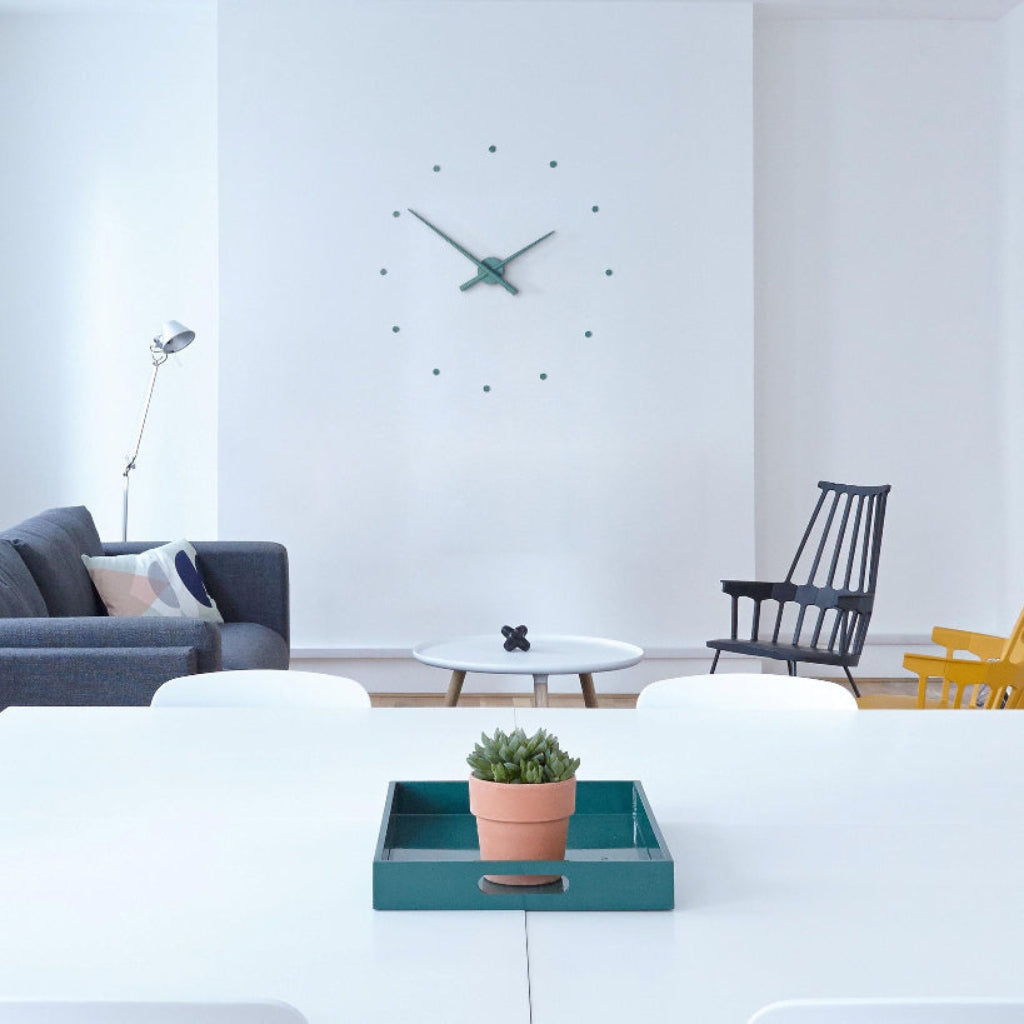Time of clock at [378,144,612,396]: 1:50
